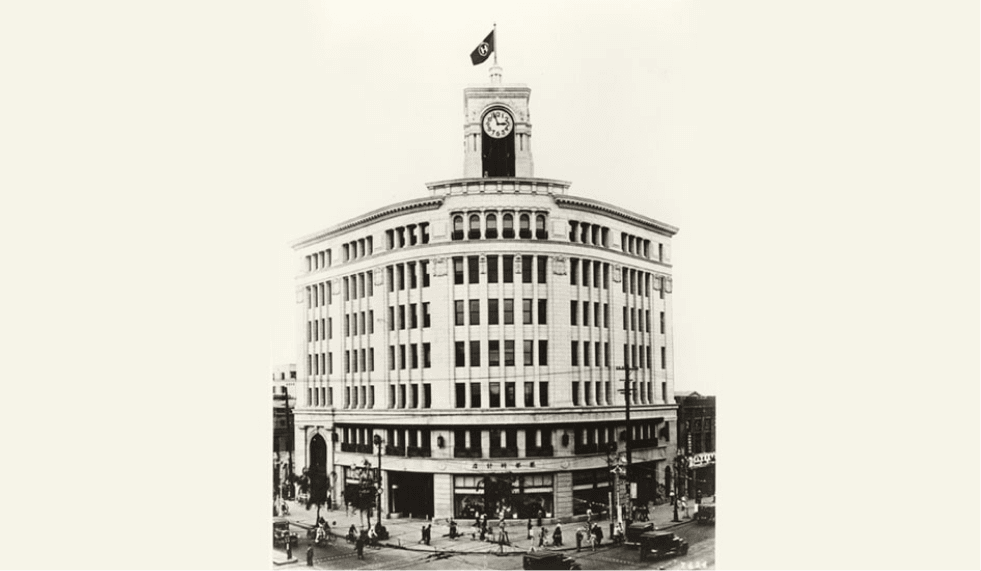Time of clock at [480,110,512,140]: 2:56
